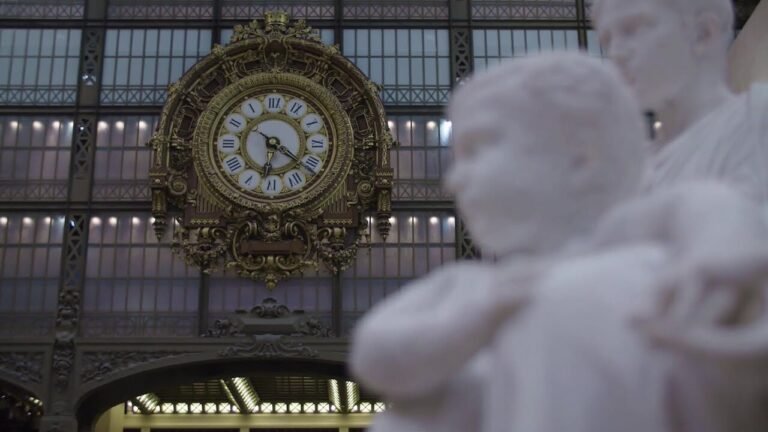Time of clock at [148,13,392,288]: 6:21
